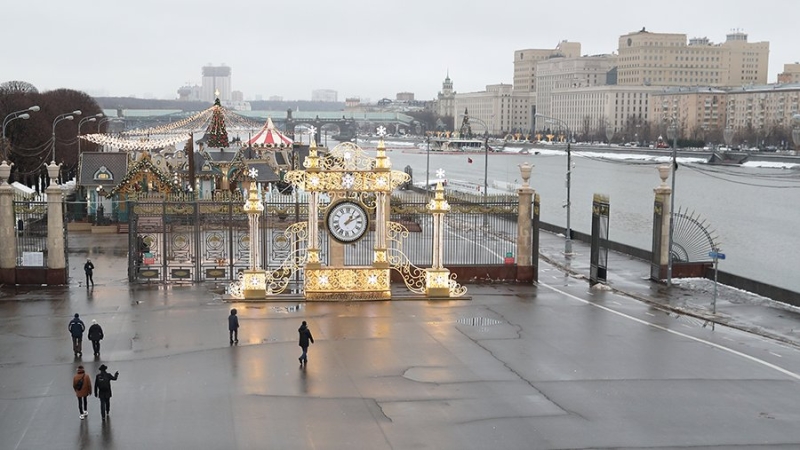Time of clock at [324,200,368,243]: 1:10
